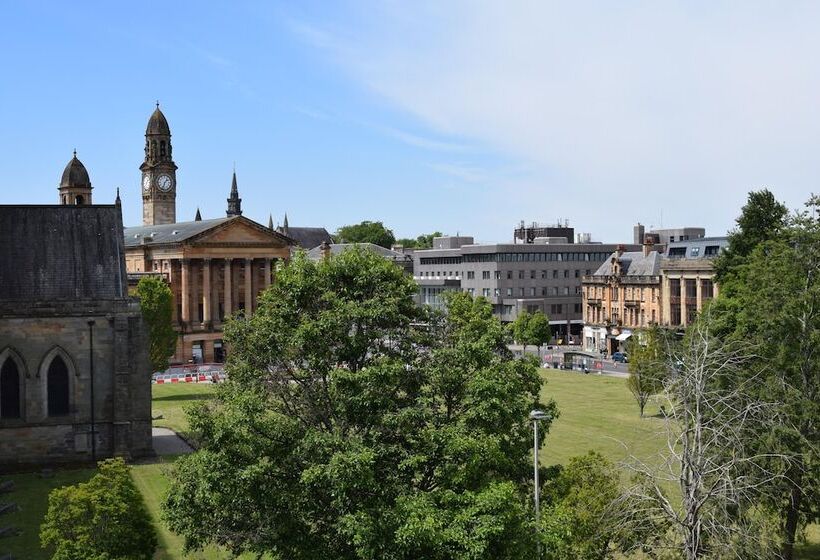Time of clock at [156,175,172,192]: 1:33
